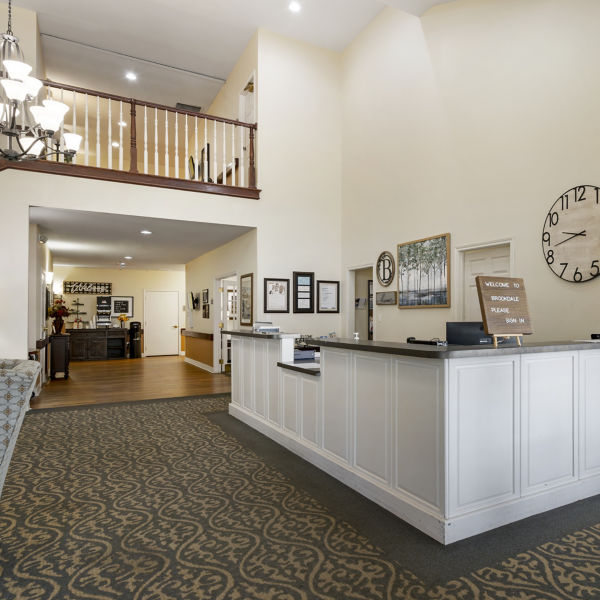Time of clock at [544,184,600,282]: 9:42
